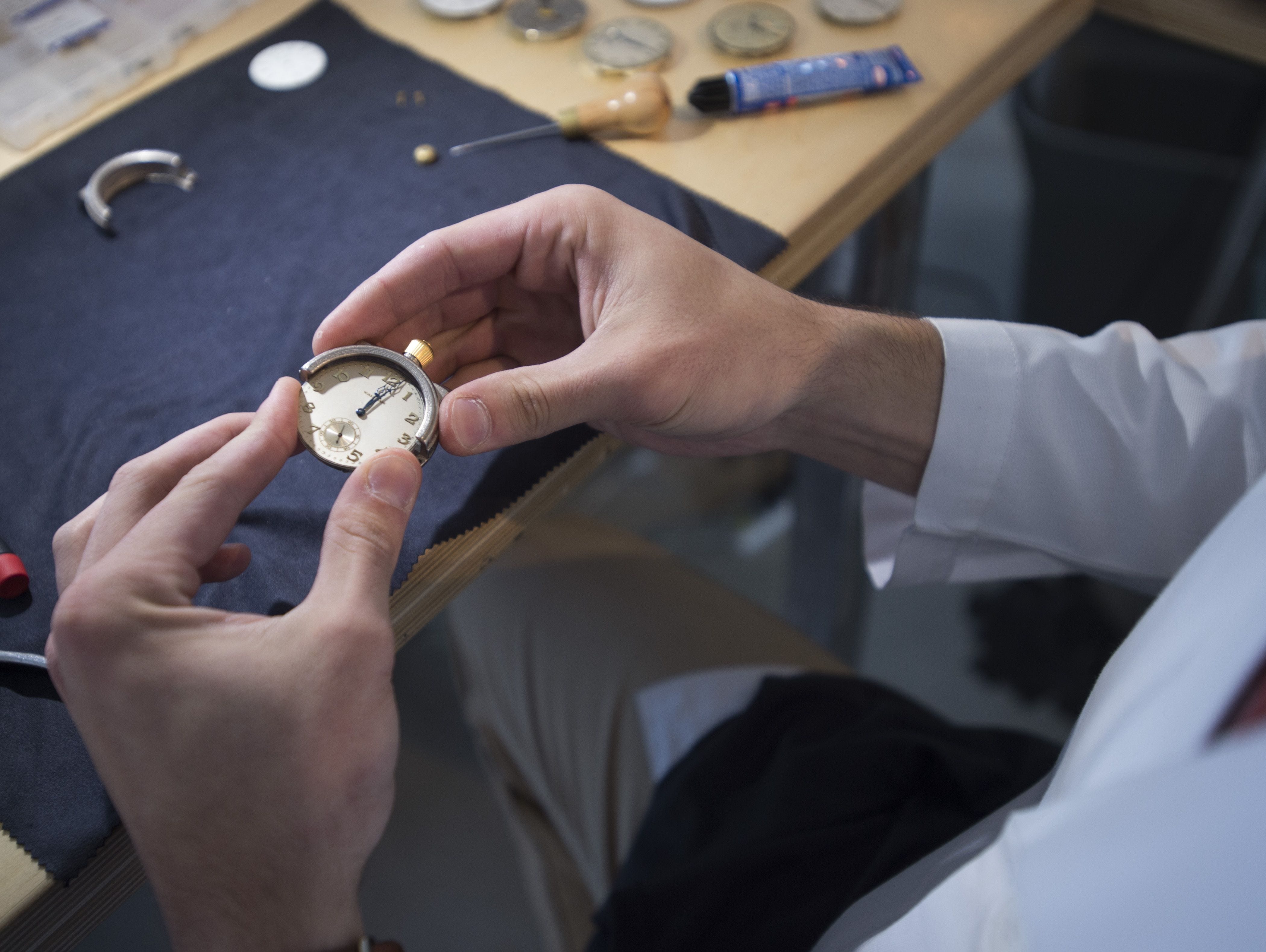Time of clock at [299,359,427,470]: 1:08
